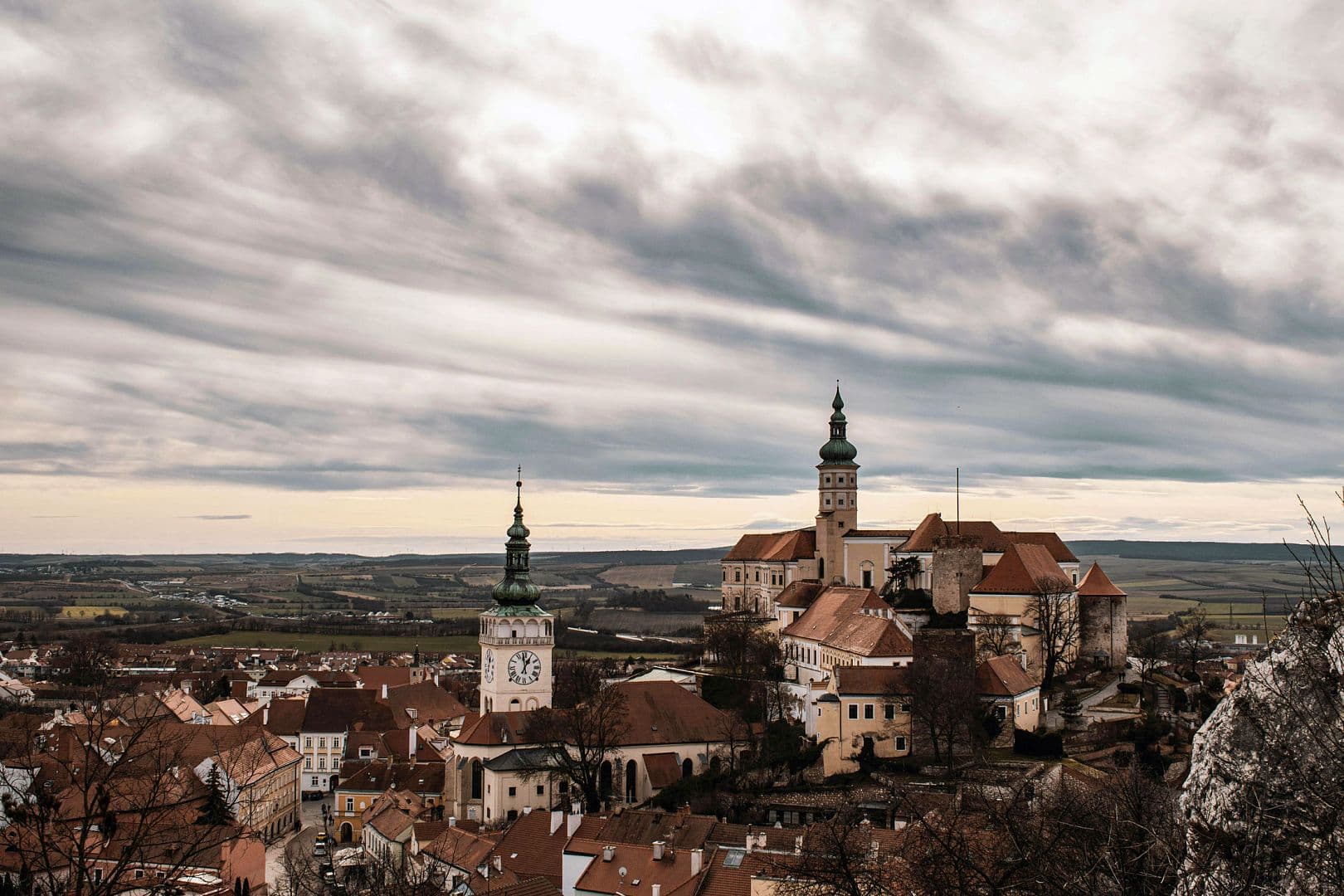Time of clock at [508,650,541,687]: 12:58
